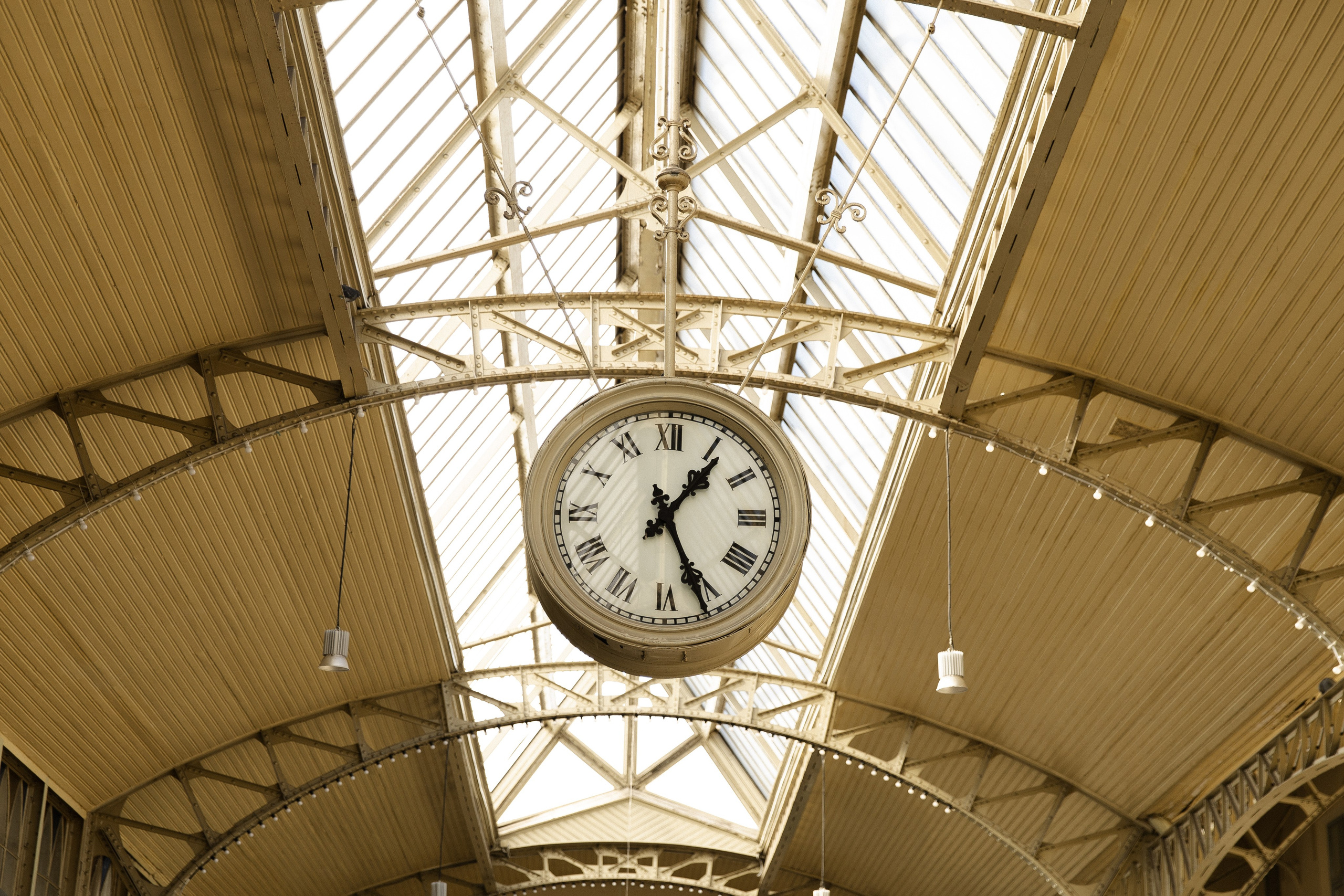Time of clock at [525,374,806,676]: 1:26
